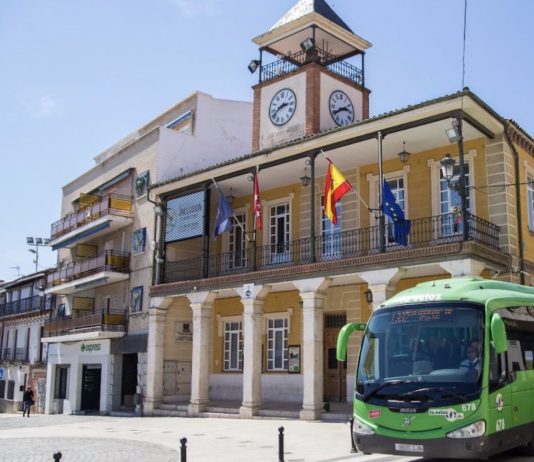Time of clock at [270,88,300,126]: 2:40
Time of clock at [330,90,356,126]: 2:40
